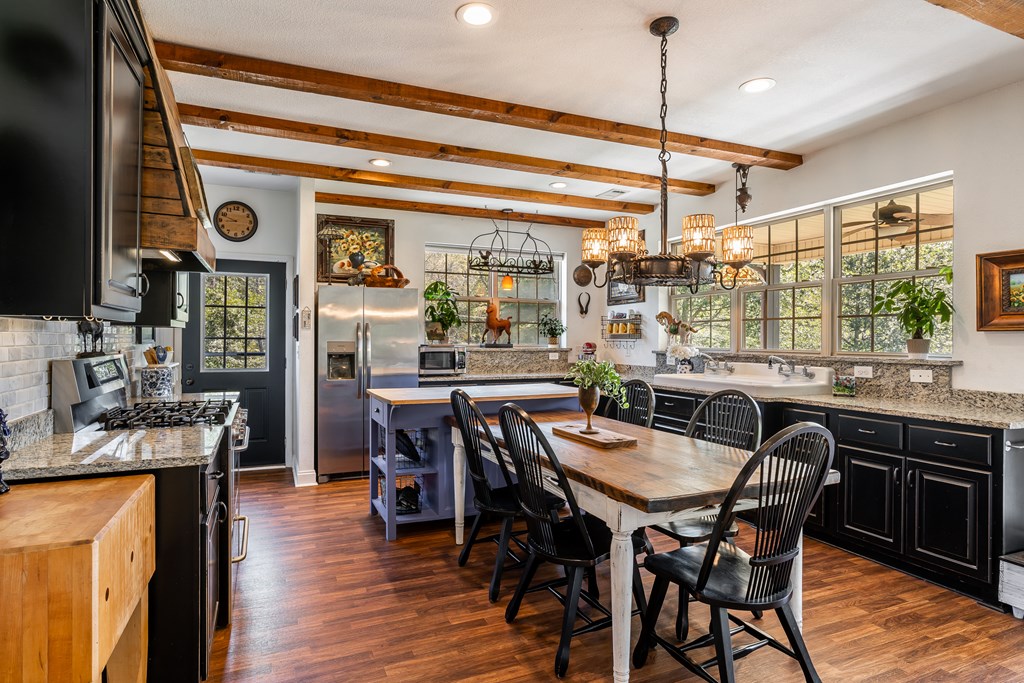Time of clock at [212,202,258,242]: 8:48
